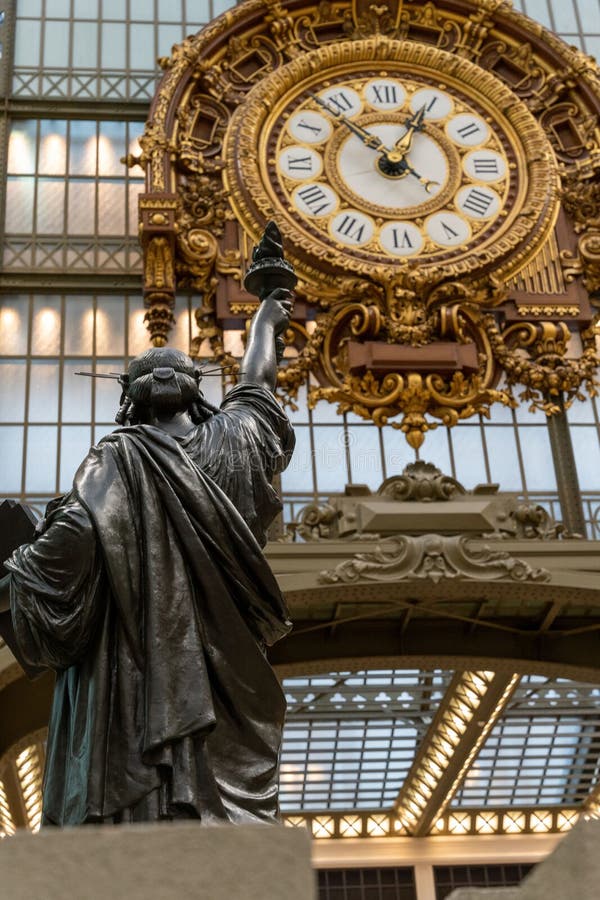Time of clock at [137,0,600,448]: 12:52
